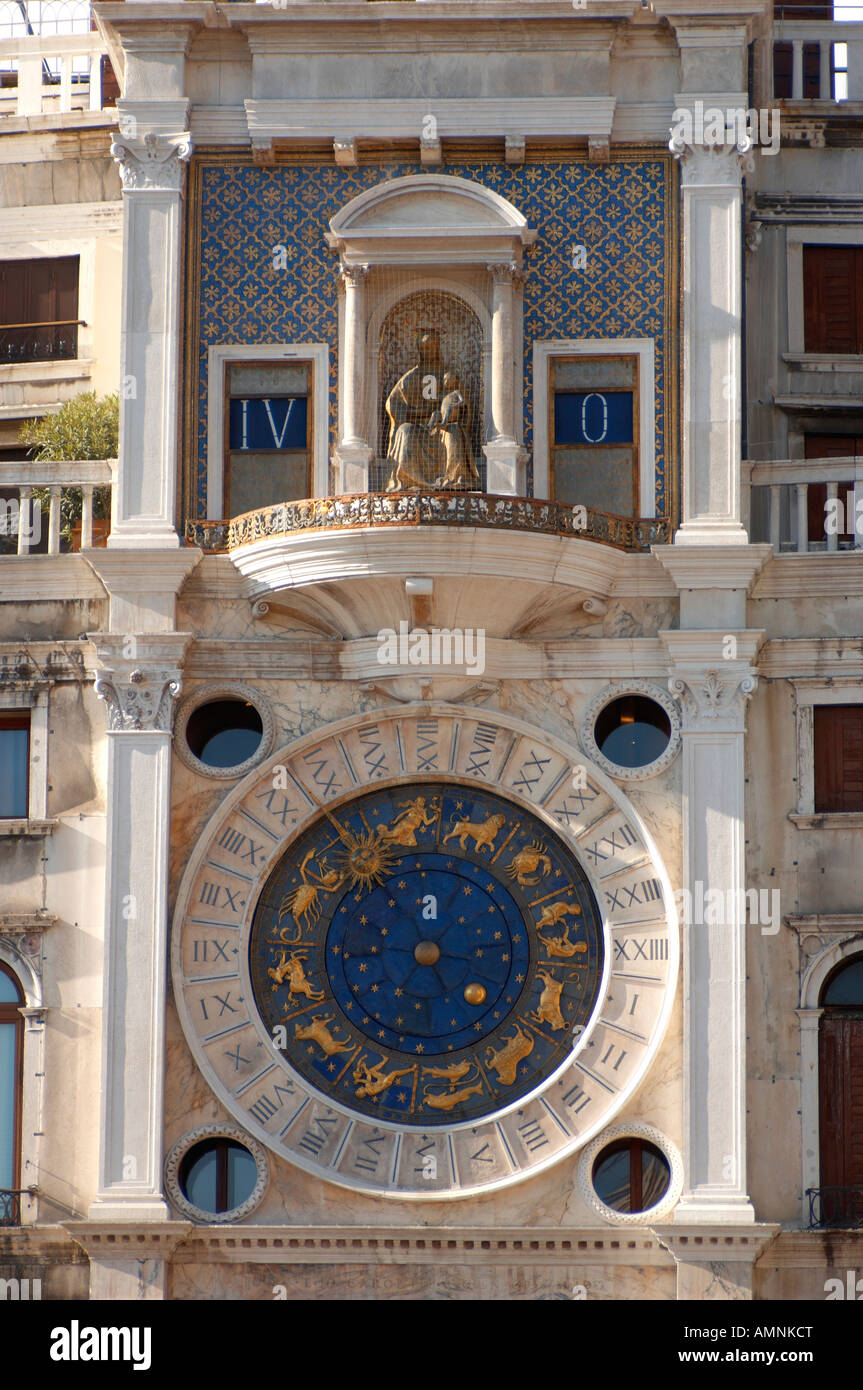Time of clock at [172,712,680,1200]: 12:23
